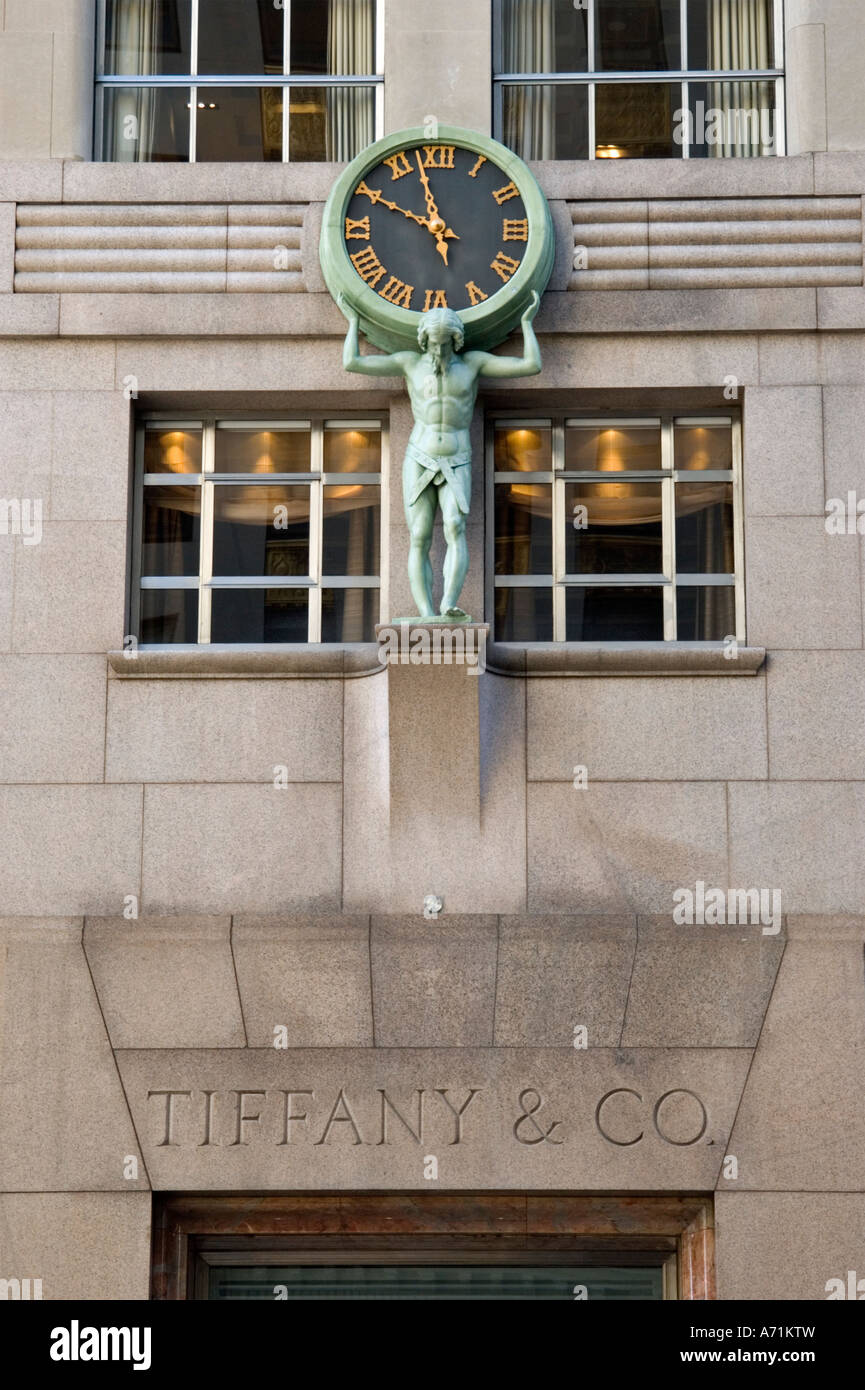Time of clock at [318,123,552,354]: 9:57
